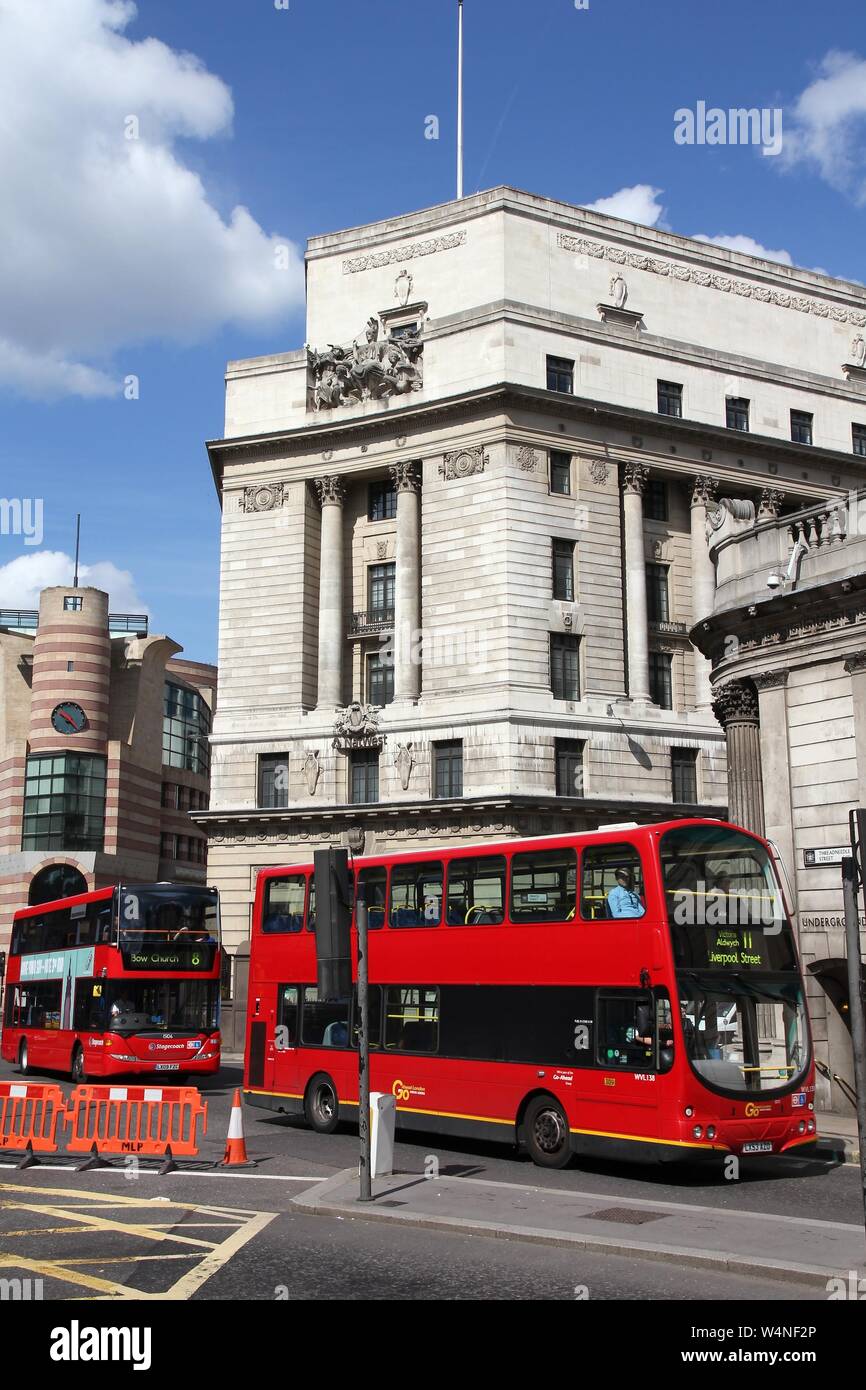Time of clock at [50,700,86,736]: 10:24
